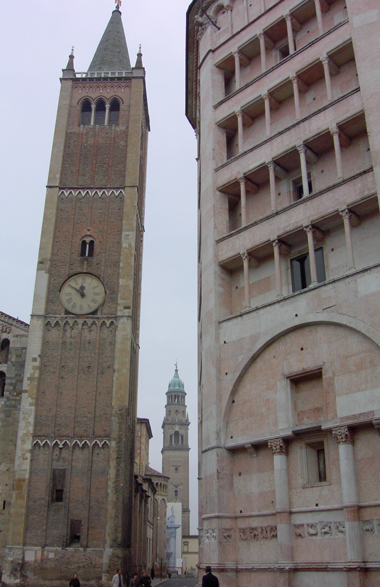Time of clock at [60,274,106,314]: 11:50
